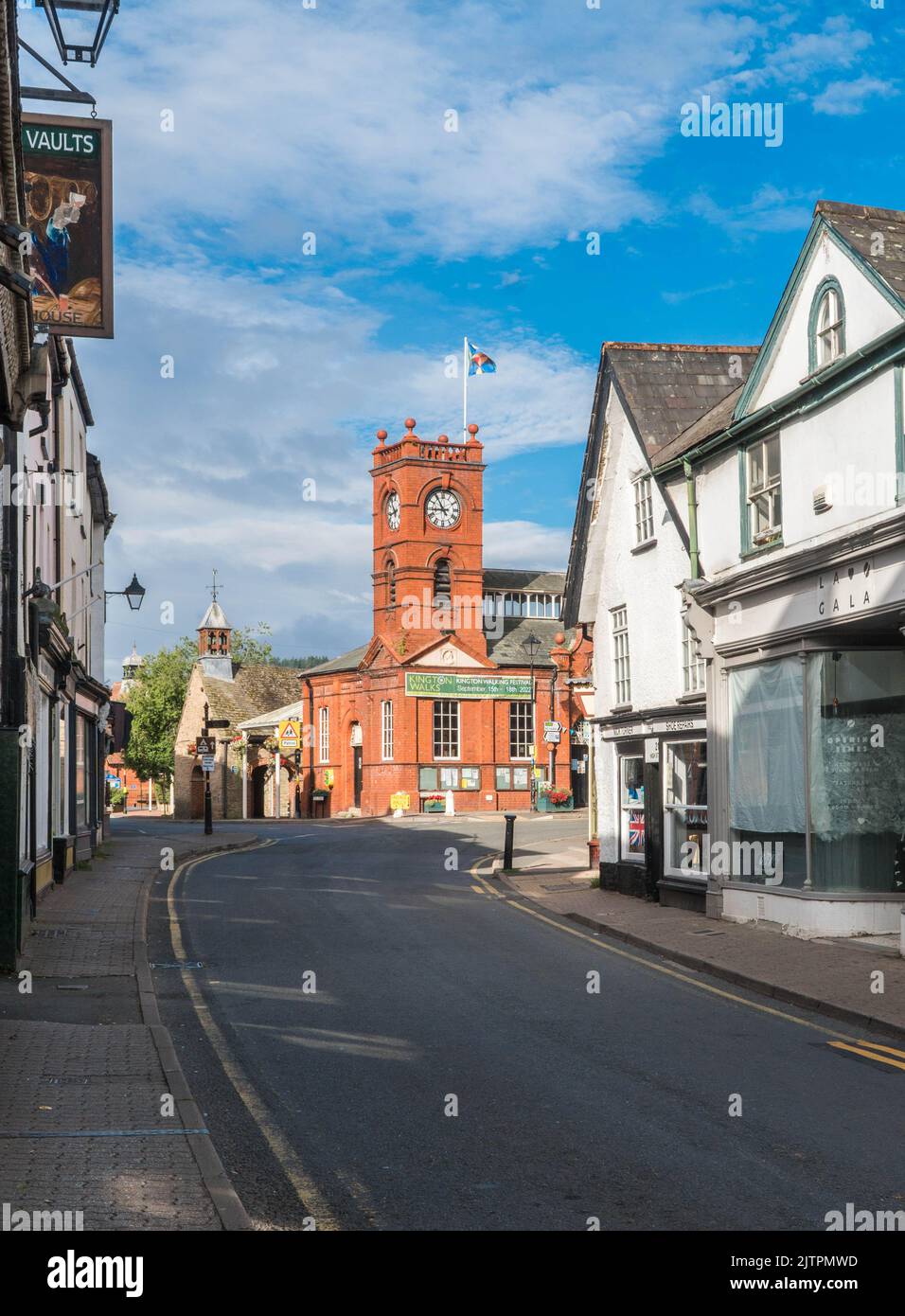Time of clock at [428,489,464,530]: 8:54
